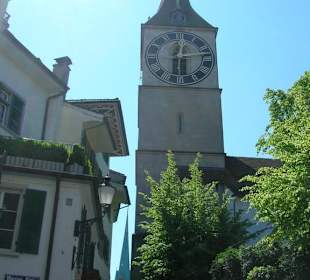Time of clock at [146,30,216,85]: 12:13
